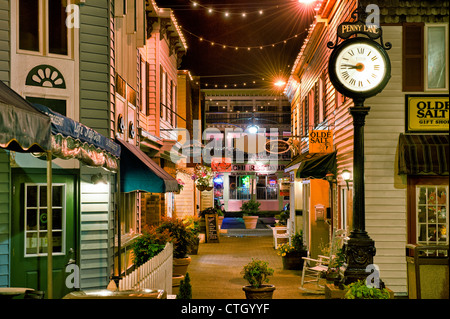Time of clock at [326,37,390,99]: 8:46
